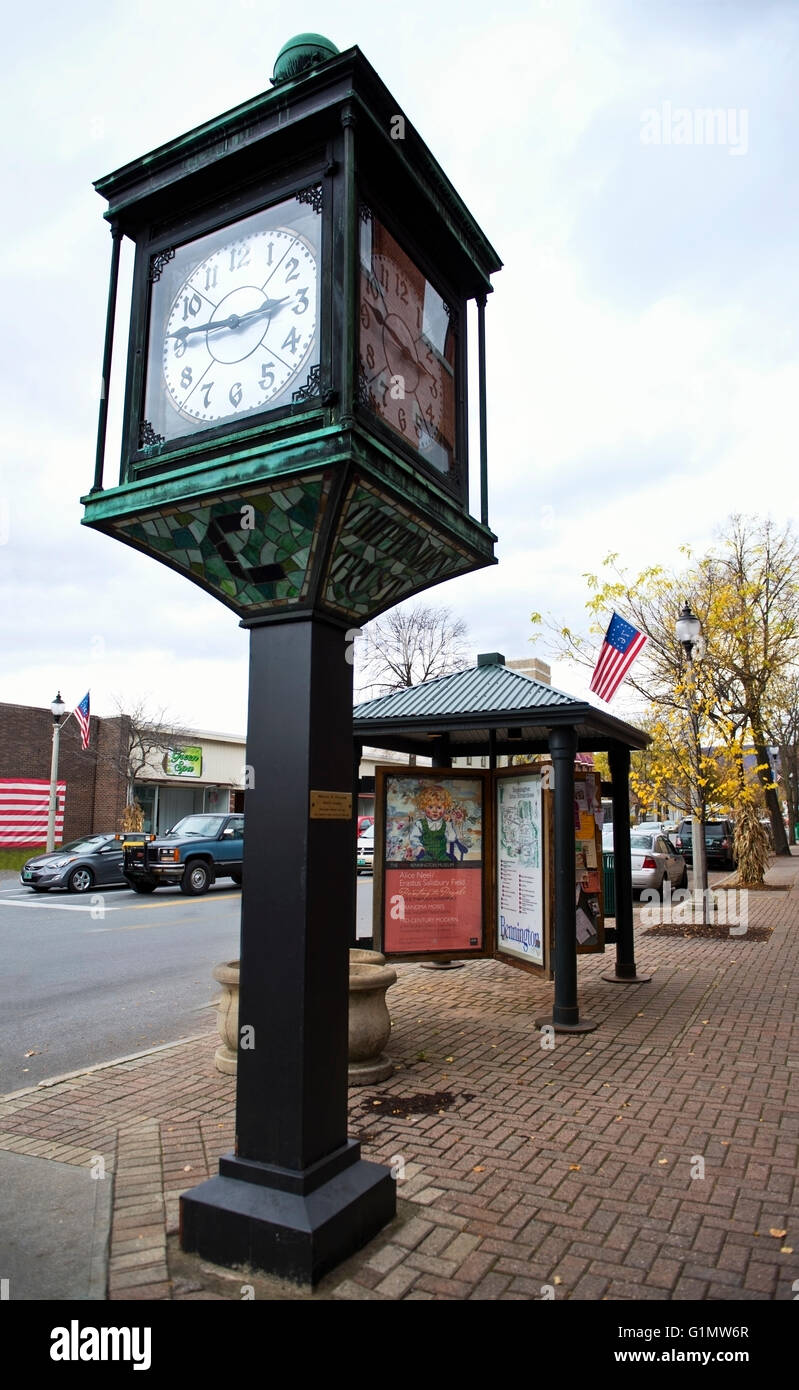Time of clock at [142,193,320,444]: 2:46
